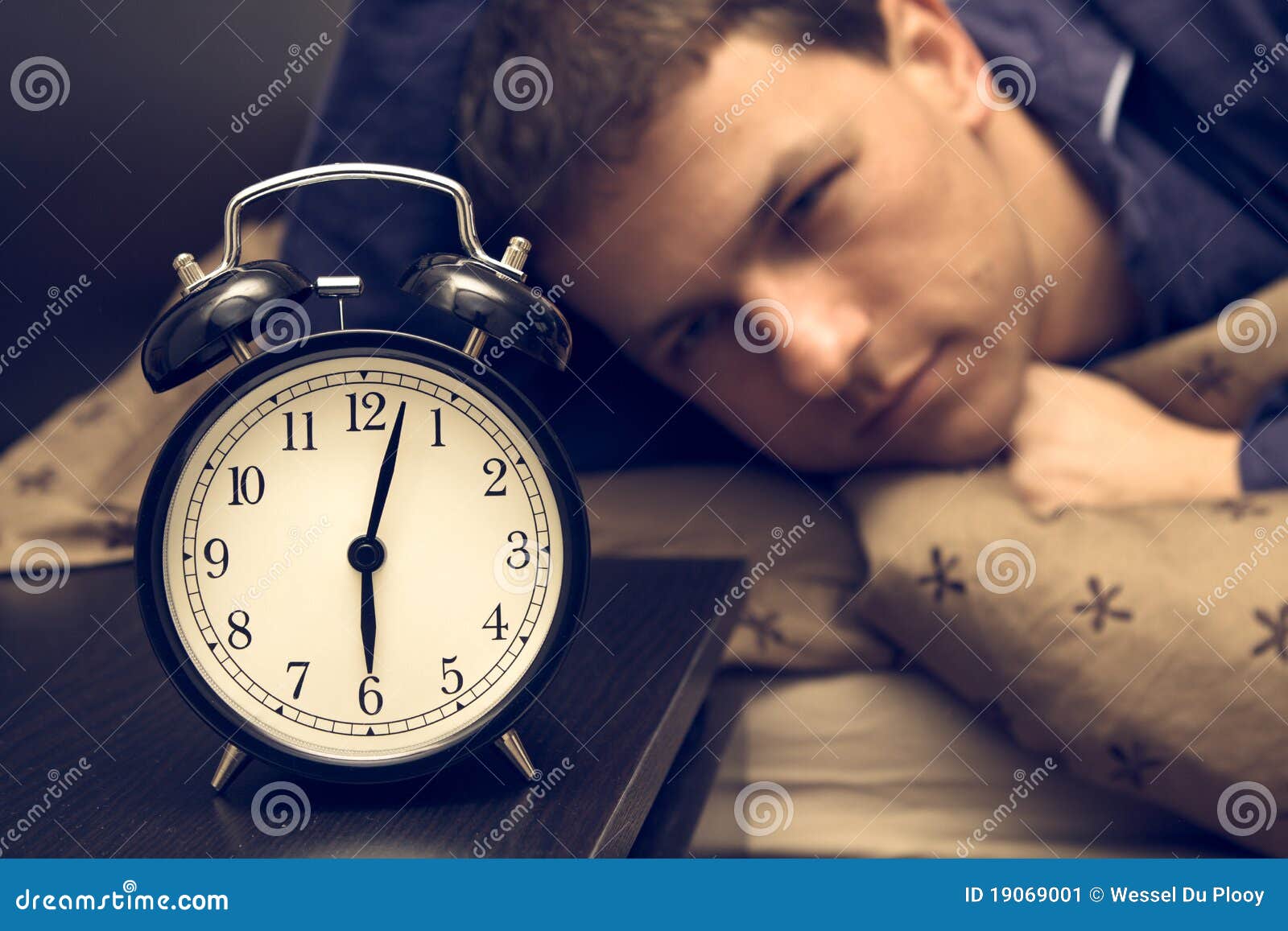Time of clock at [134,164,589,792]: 6:02
